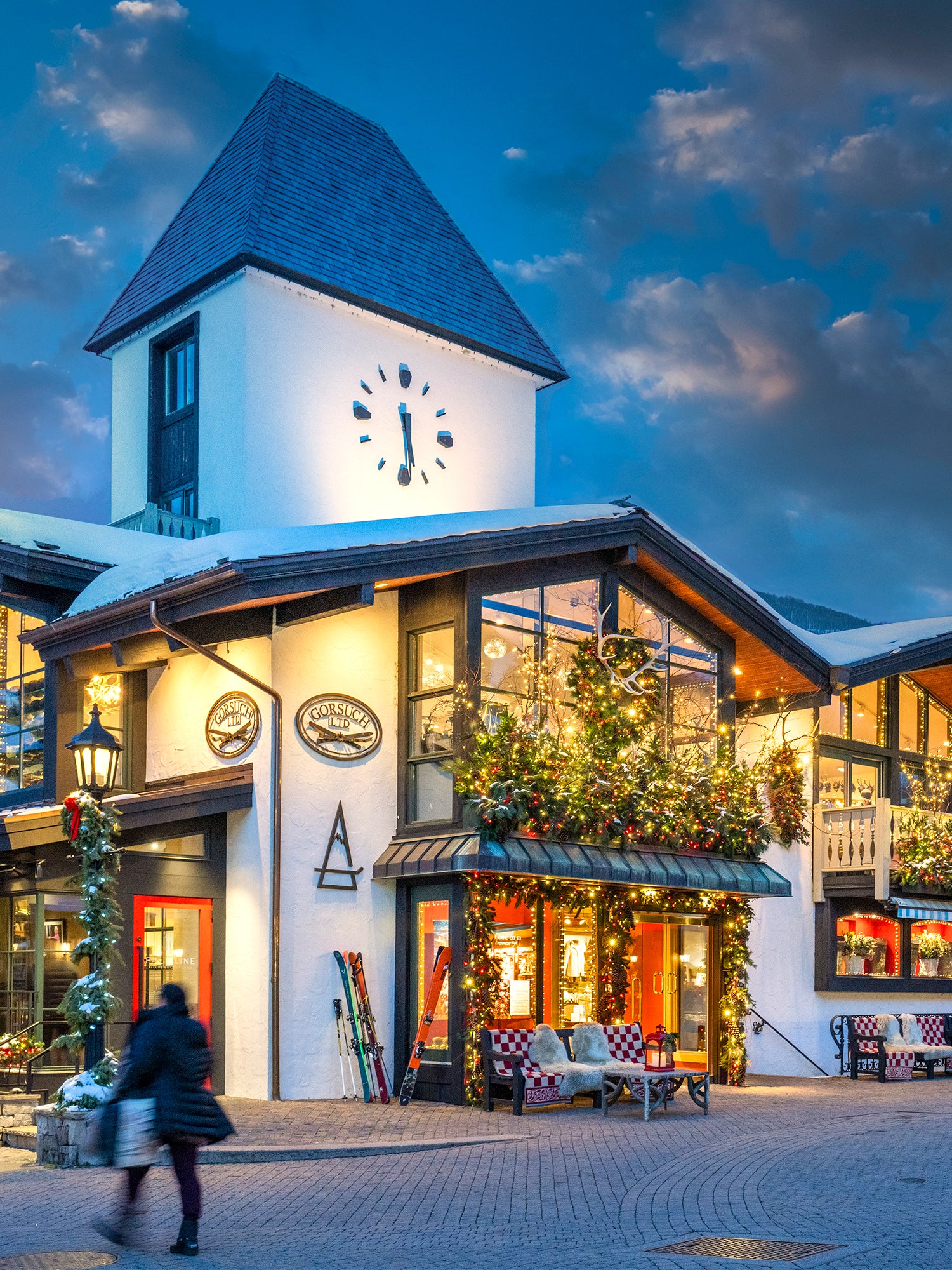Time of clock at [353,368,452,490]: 5:29
